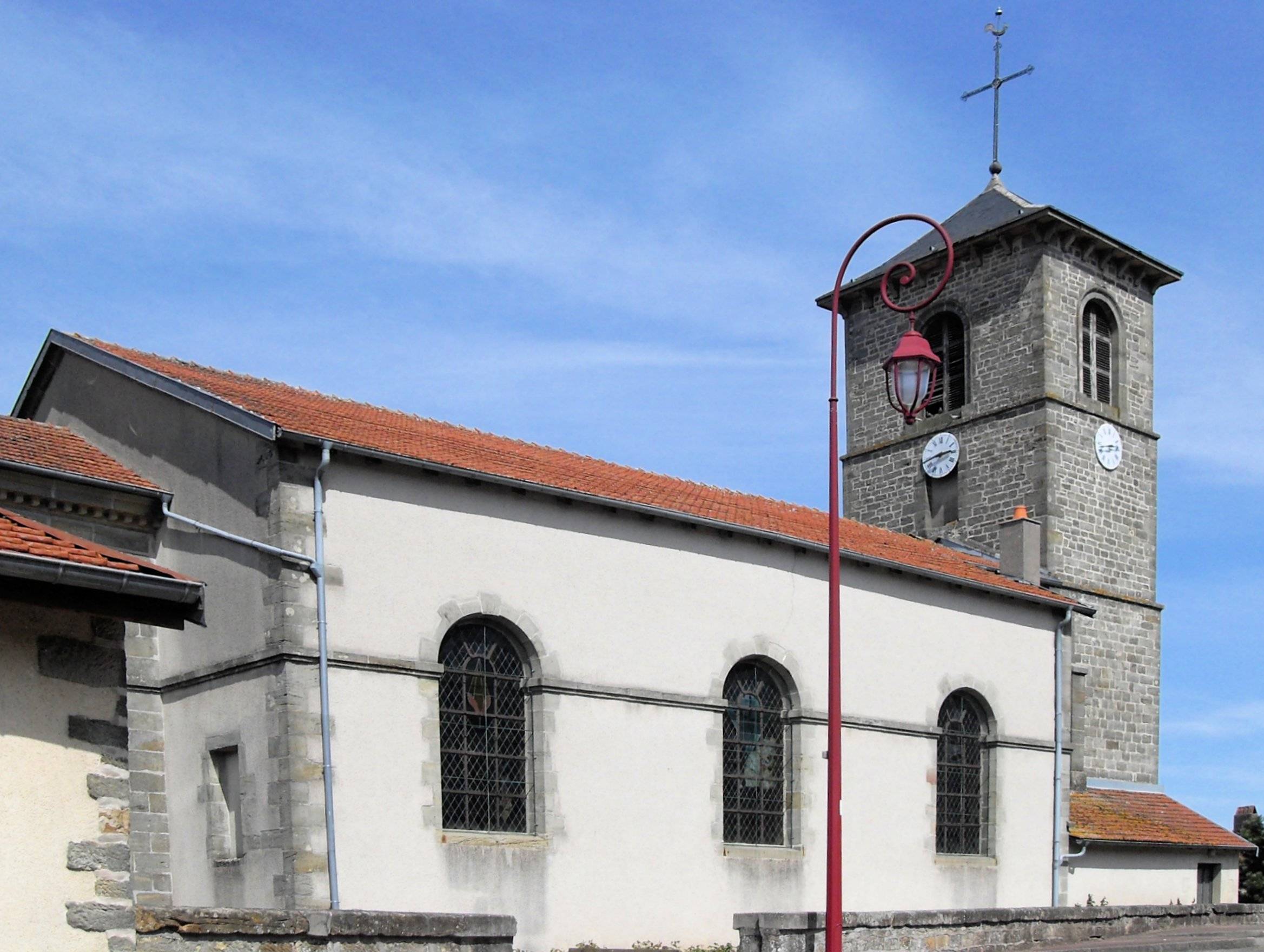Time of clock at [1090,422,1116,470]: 2:42
